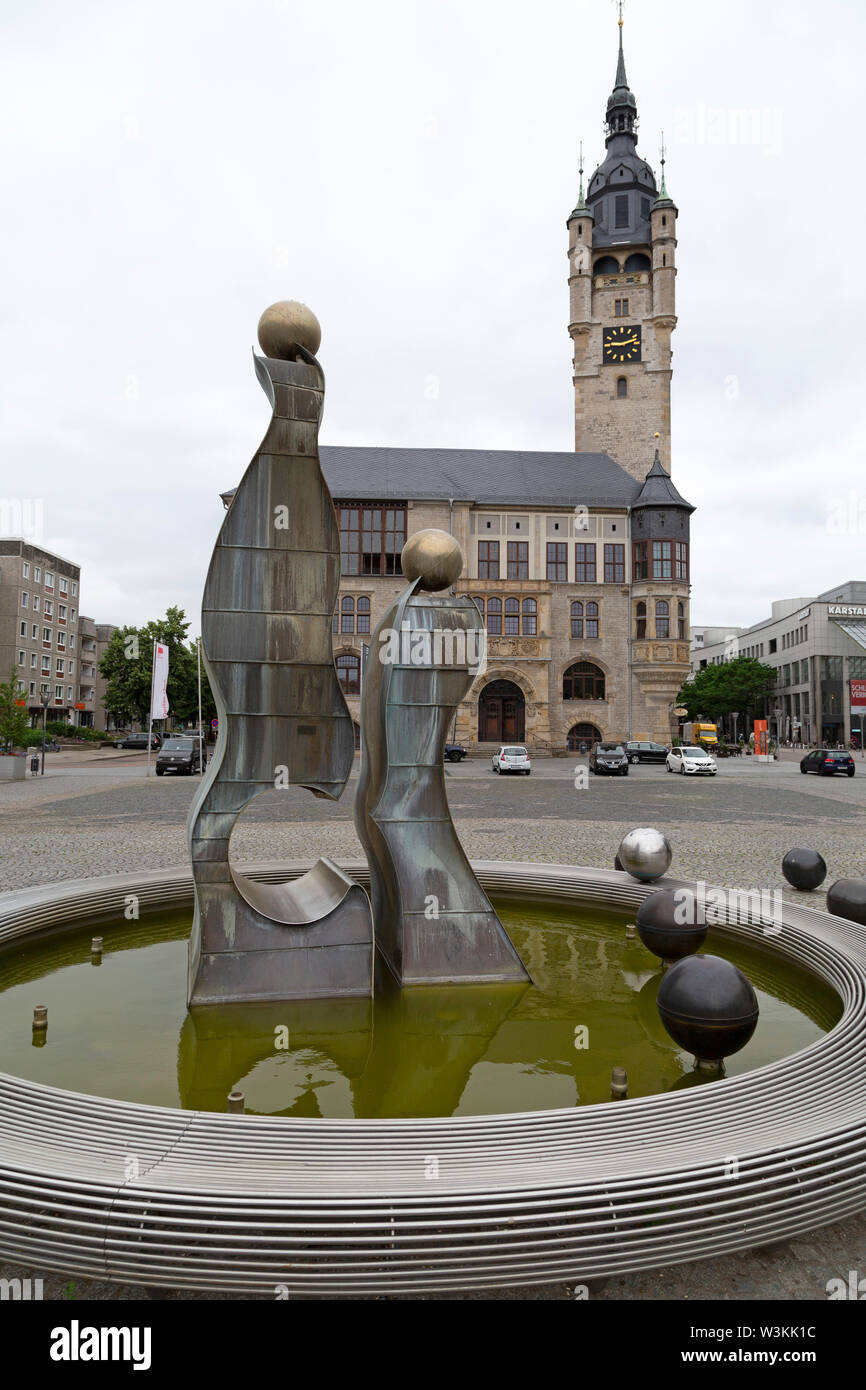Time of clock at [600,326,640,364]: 9:12
